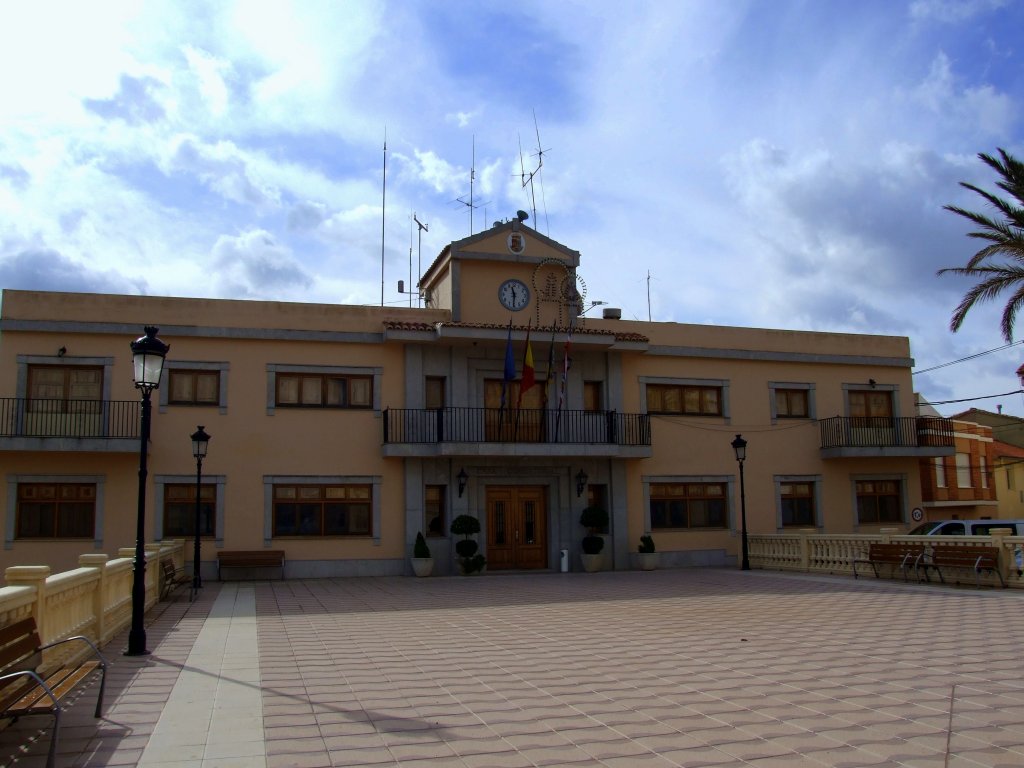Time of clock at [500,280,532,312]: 11:31
